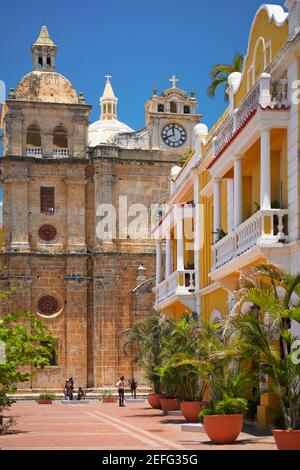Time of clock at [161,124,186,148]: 11:41
